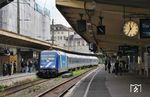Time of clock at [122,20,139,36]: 11:35
